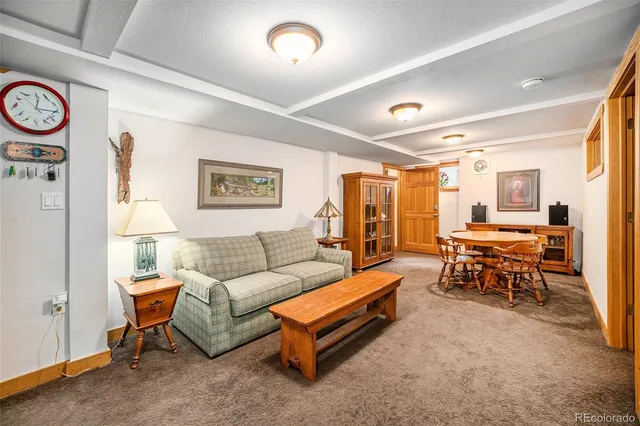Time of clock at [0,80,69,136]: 12:14
